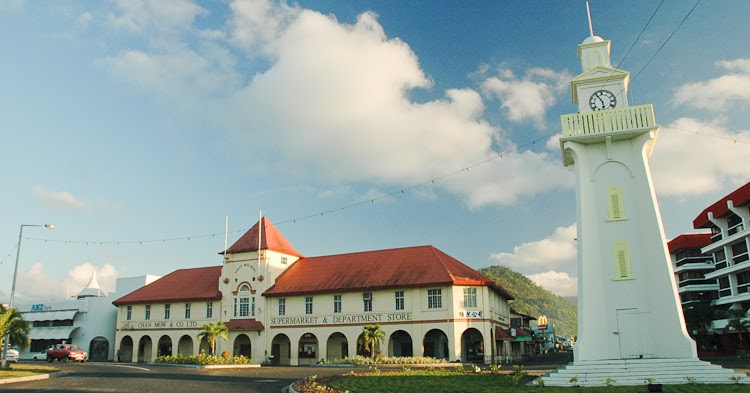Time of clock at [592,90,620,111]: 5:54
